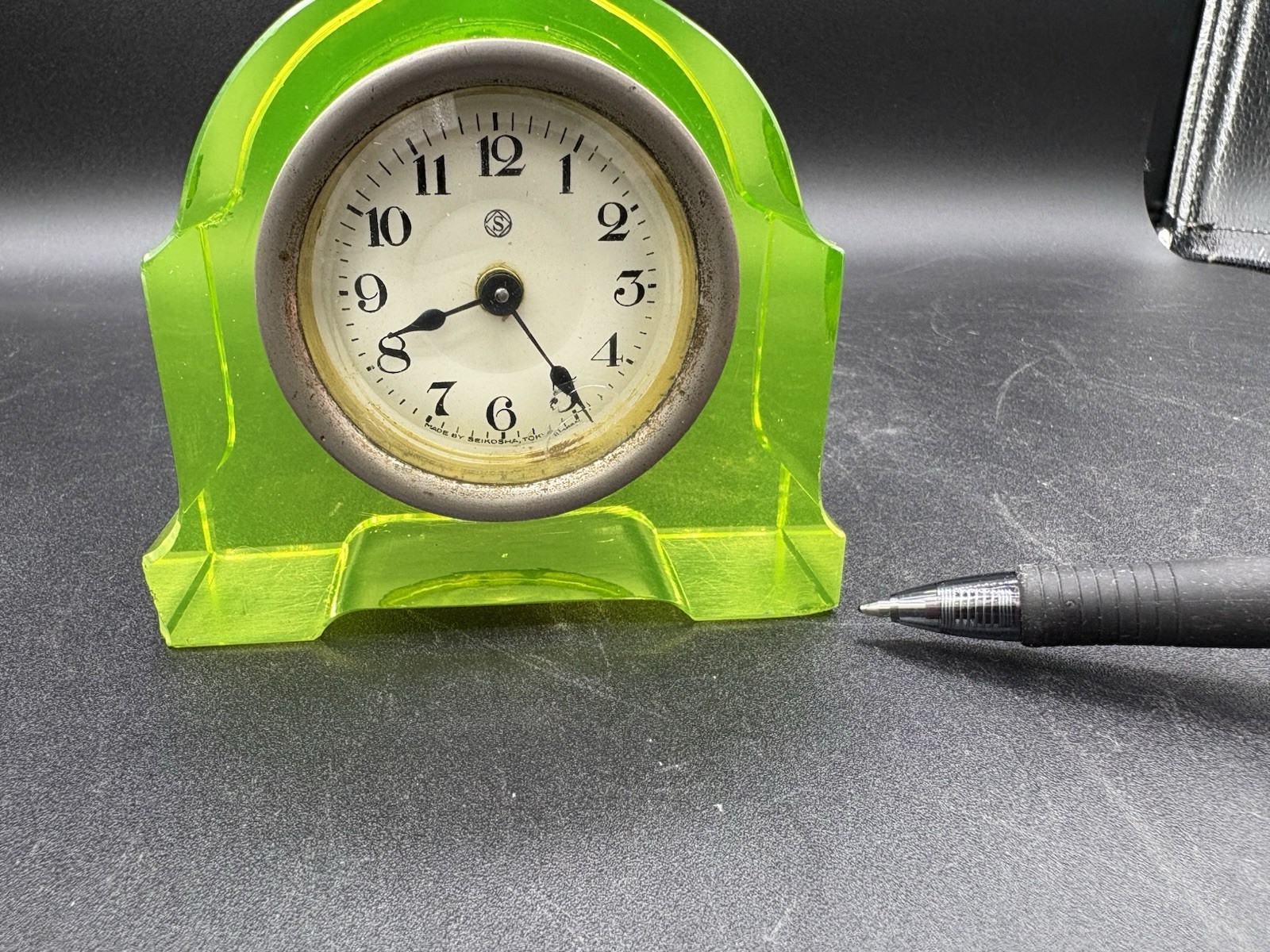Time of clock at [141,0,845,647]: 8:23
